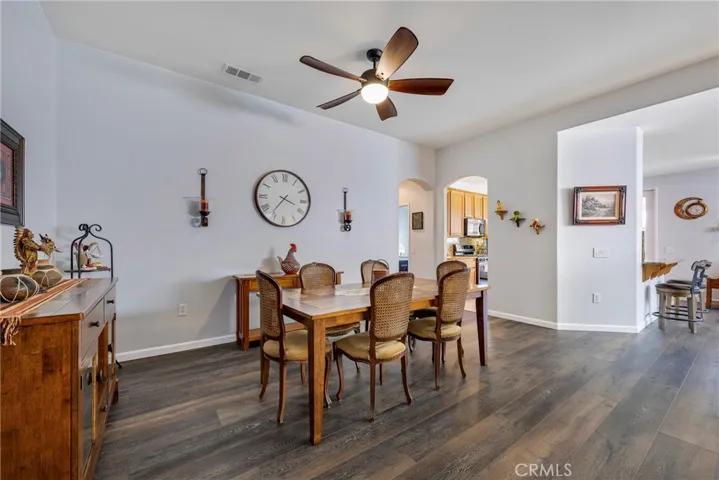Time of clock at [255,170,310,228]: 3:36
